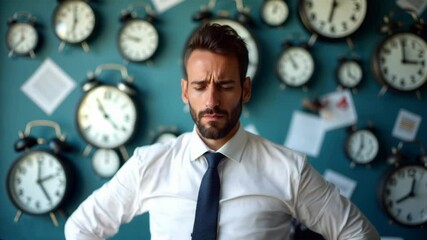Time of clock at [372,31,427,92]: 2:59
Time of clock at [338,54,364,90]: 3:58
